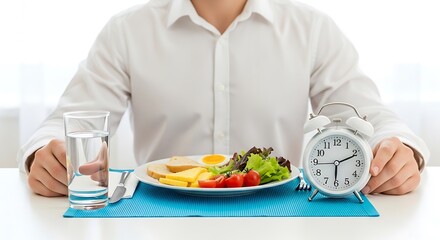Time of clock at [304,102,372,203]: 6:10
